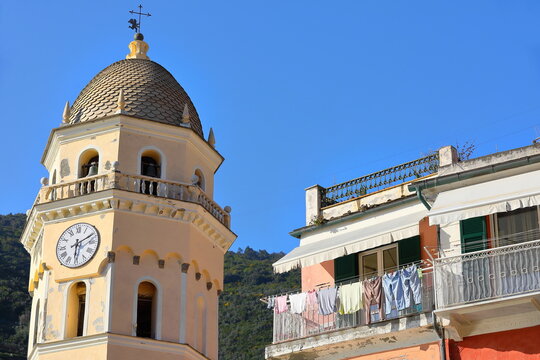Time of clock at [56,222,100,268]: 6:10
